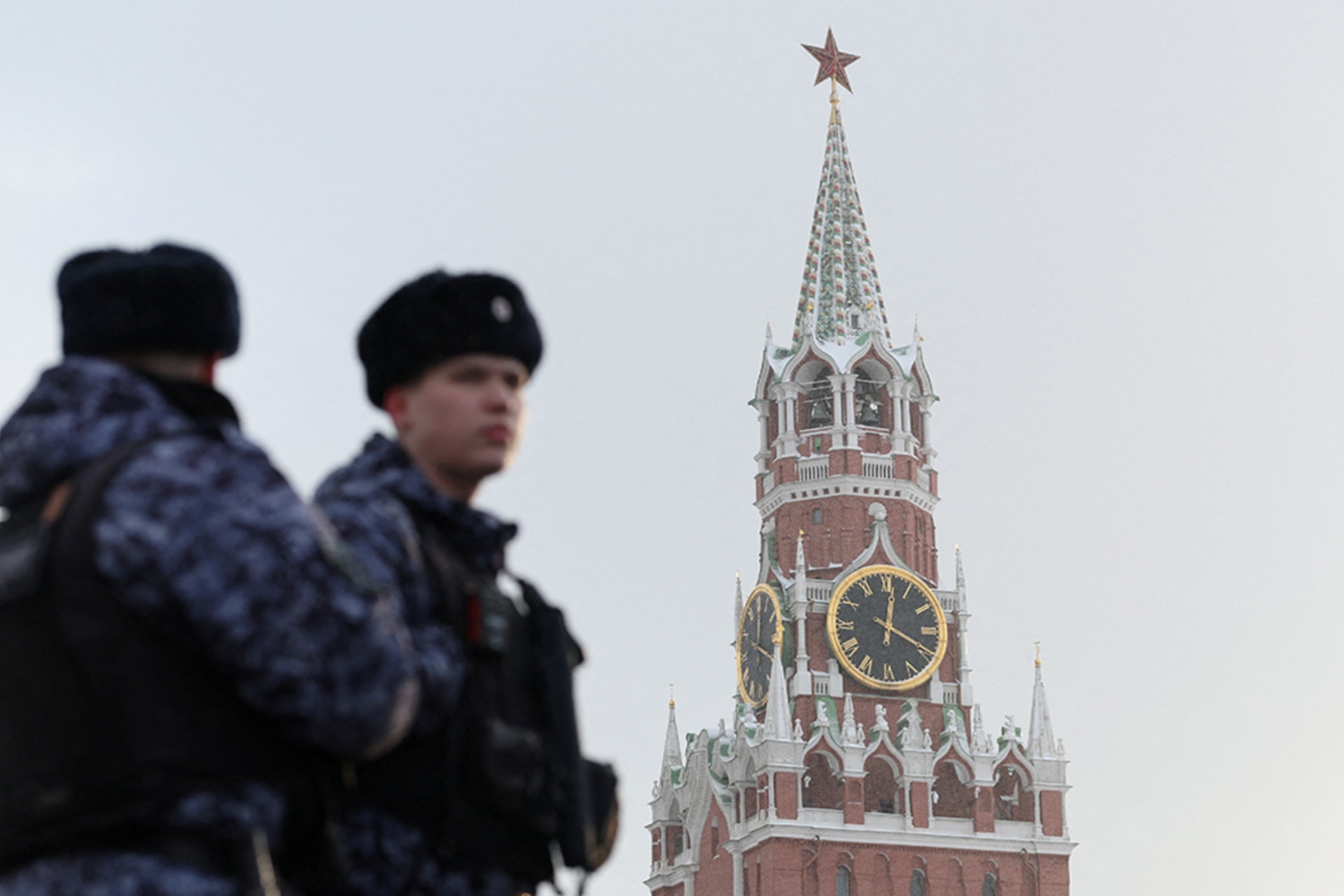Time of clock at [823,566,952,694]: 12:19
